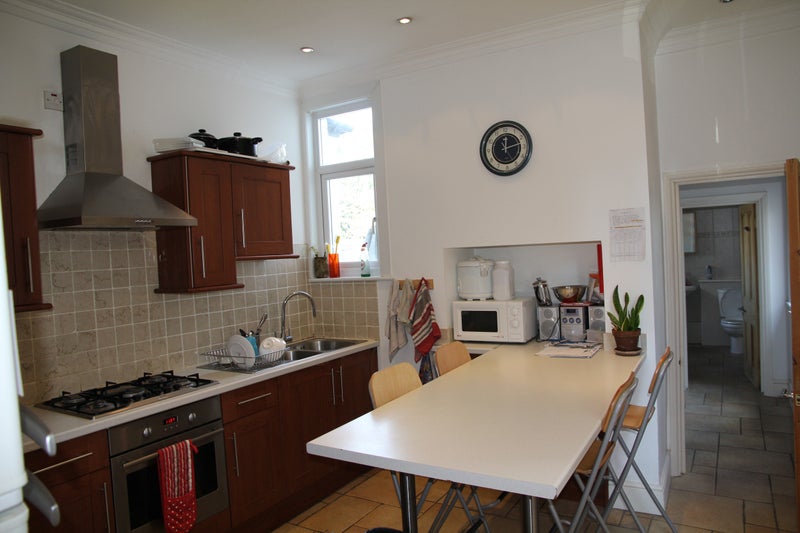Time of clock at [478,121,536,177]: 12:13
